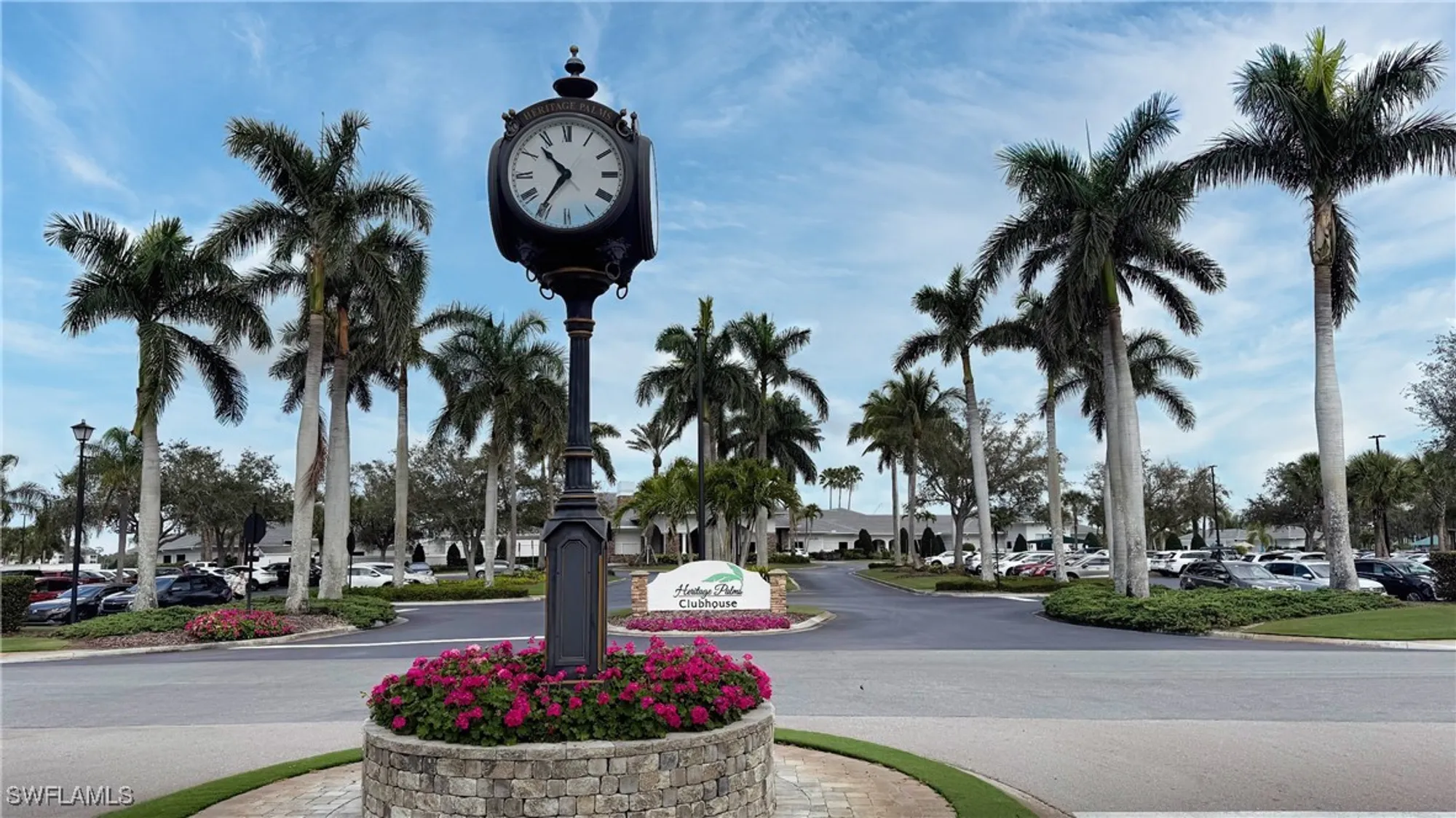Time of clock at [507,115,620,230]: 10:35
